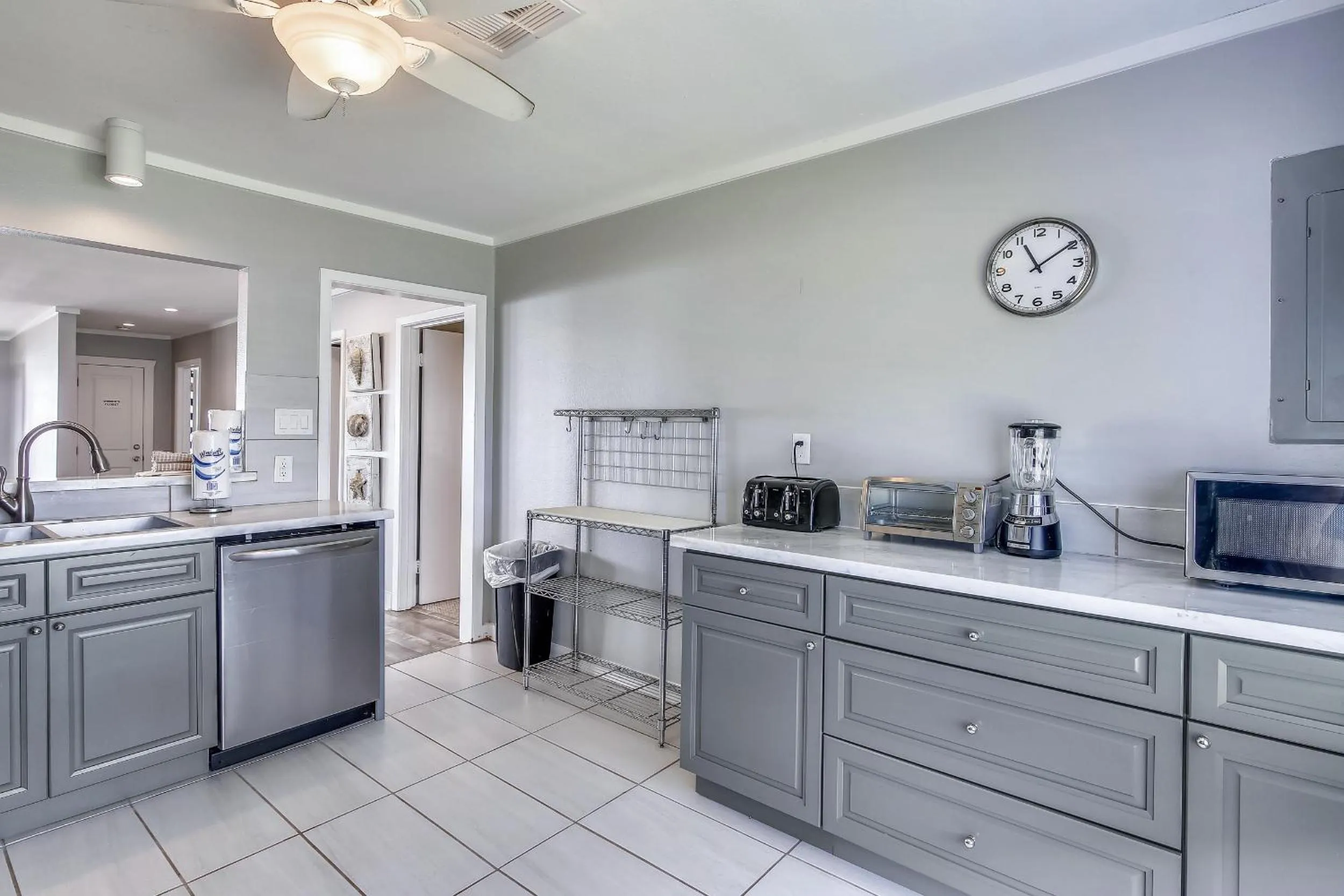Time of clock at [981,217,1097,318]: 11:09
